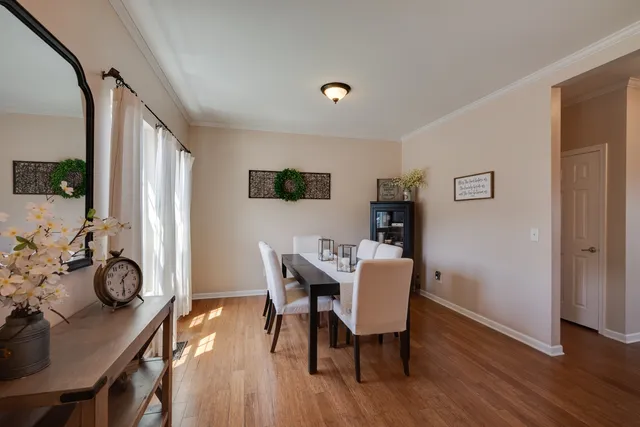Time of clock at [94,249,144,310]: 1:29
